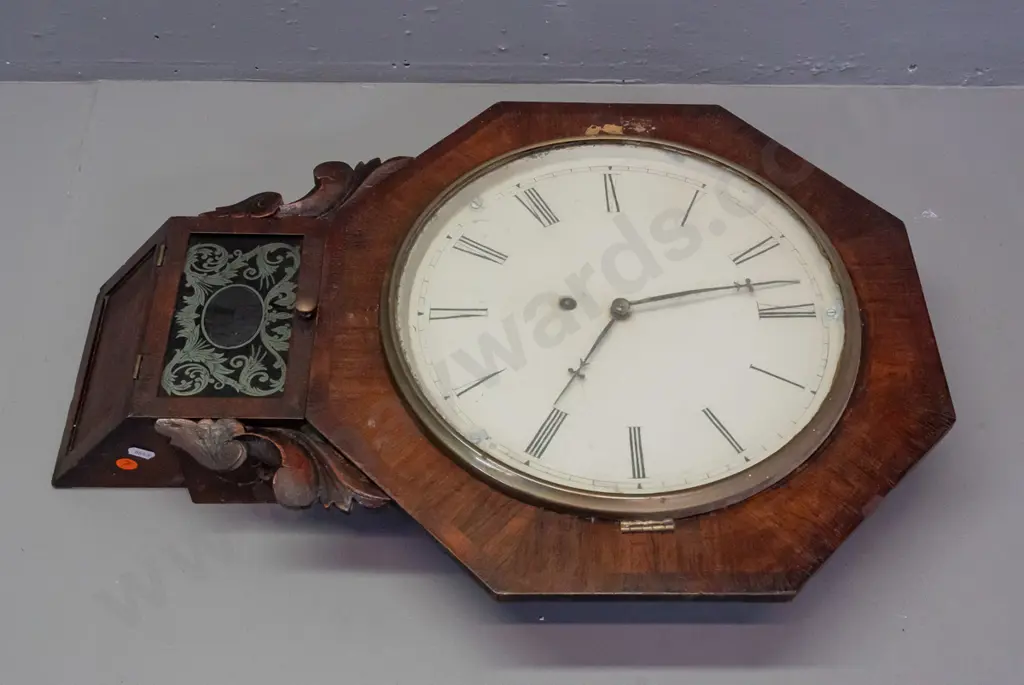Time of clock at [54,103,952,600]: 2:34
